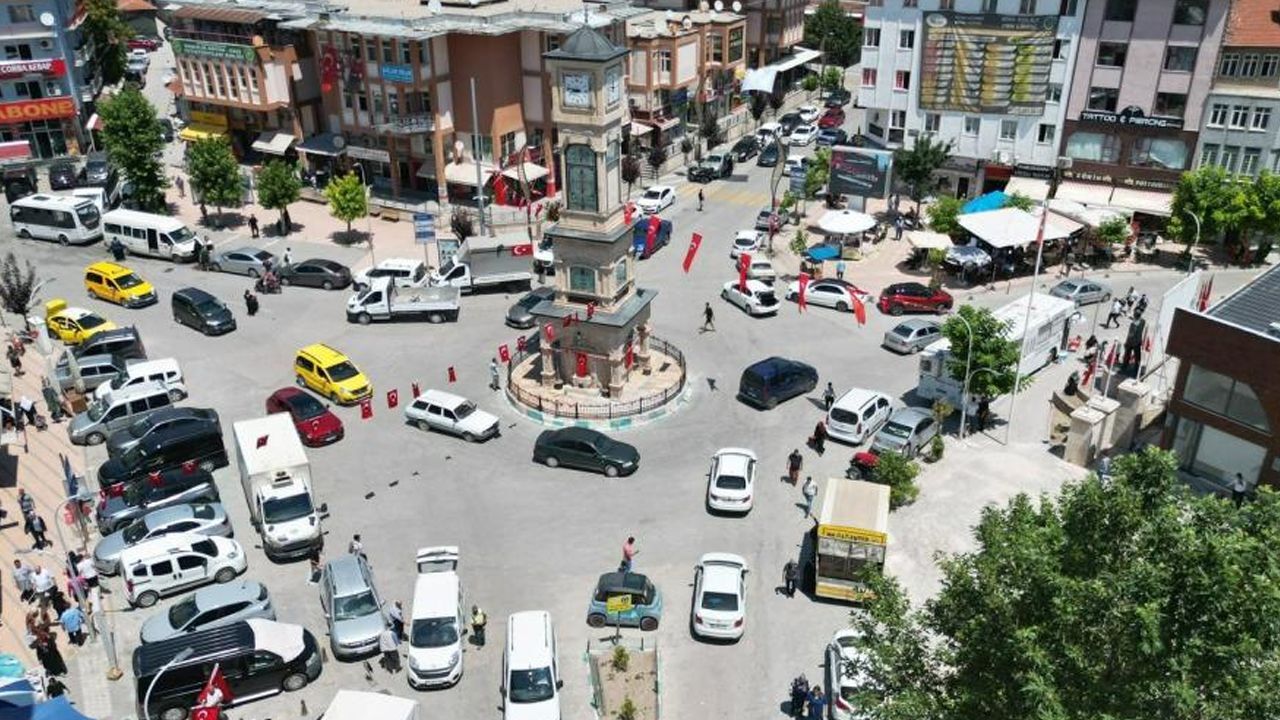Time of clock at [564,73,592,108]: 8:46
